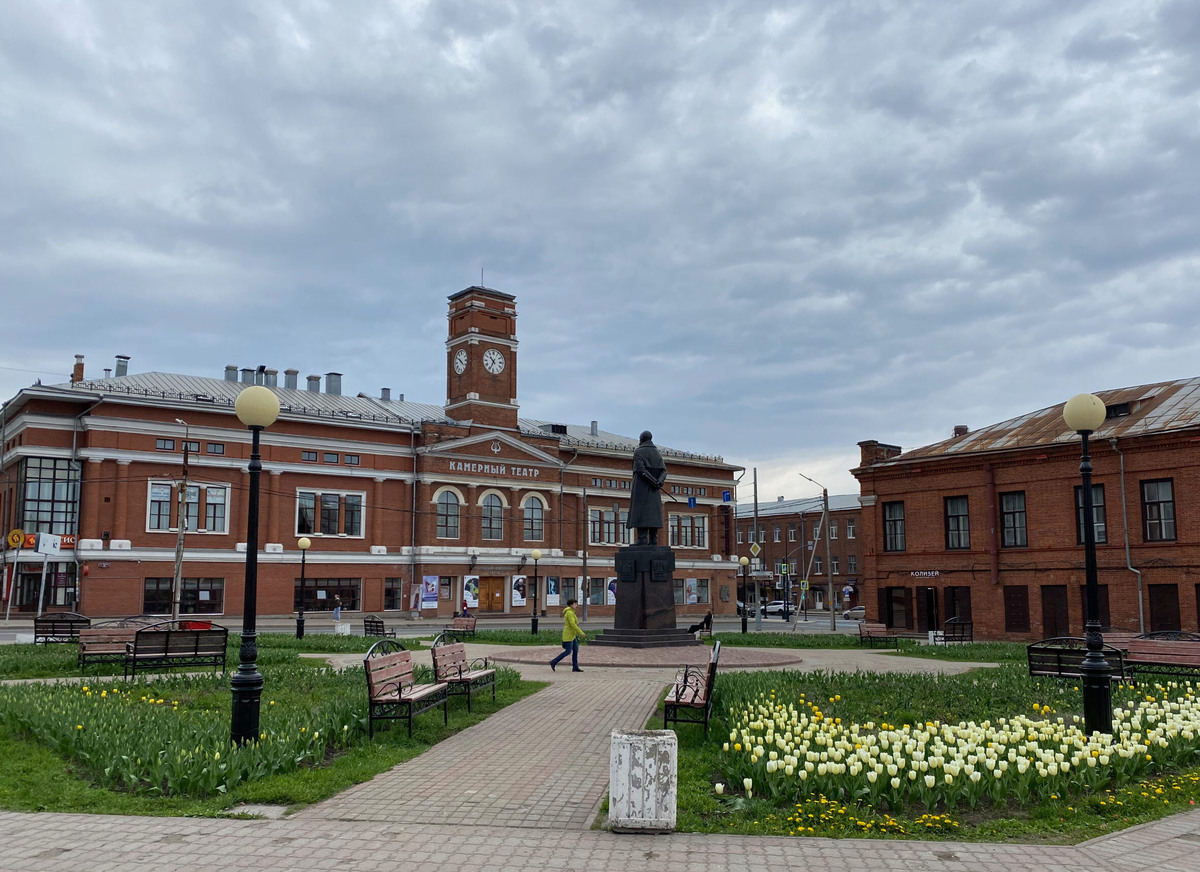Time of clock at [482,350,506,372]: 10:34
